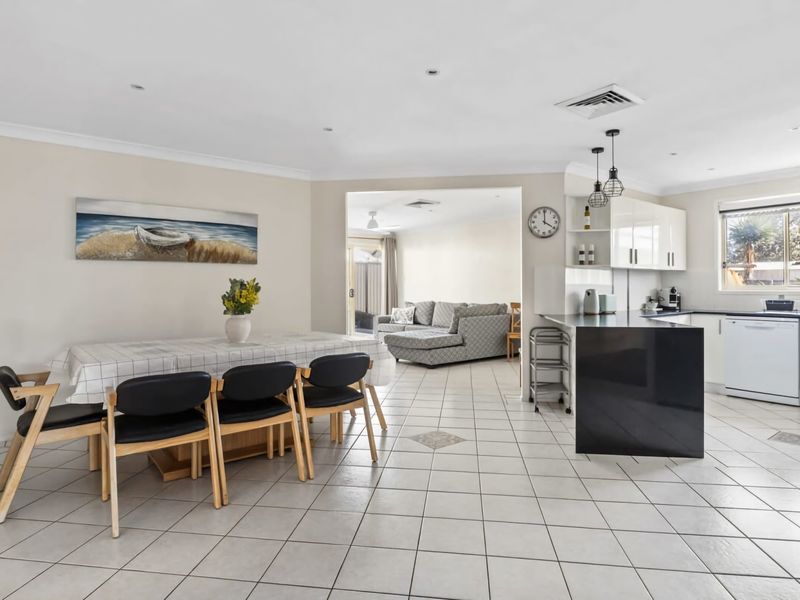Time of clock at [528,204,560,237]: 3:59
